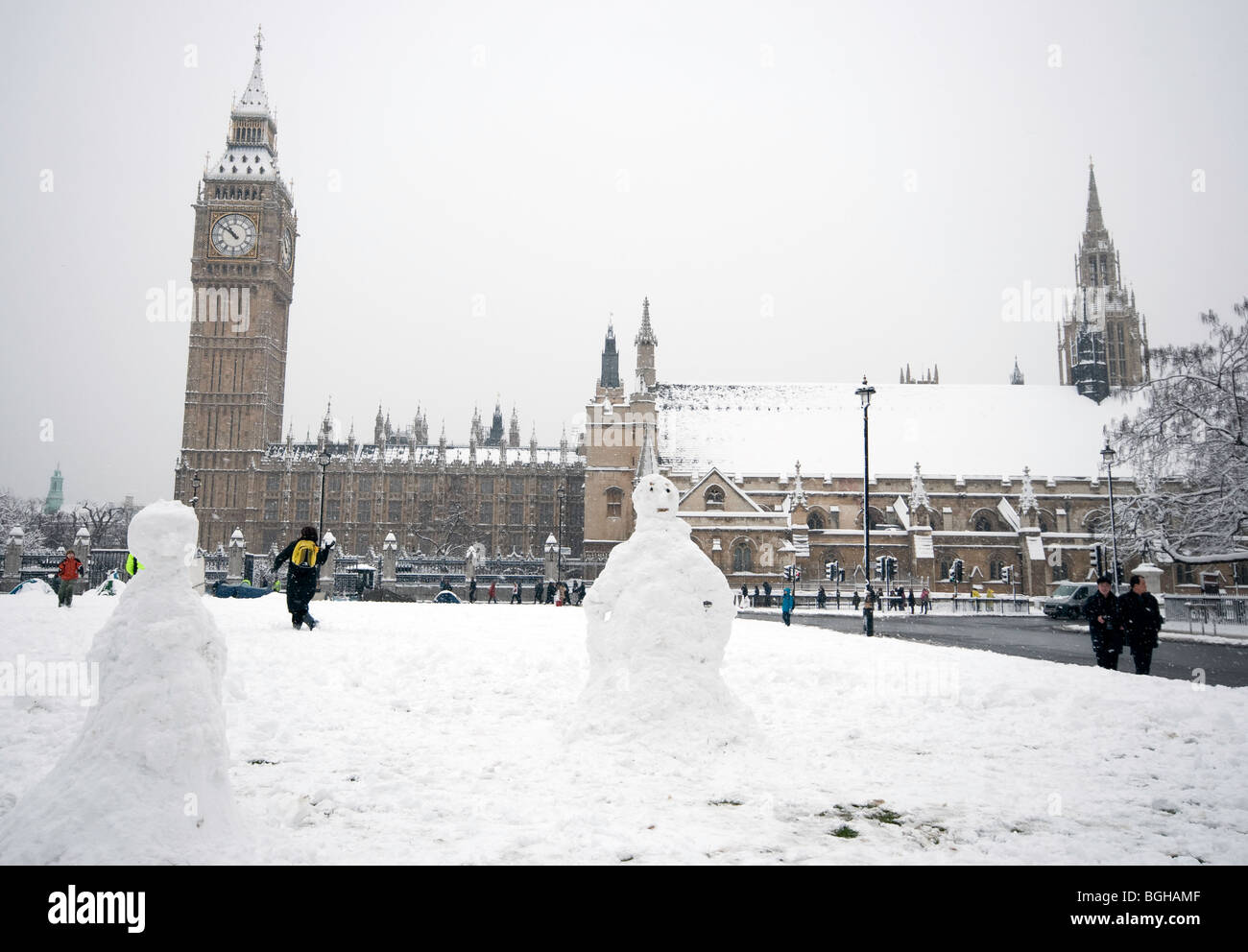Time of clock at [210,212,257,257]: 10:51
